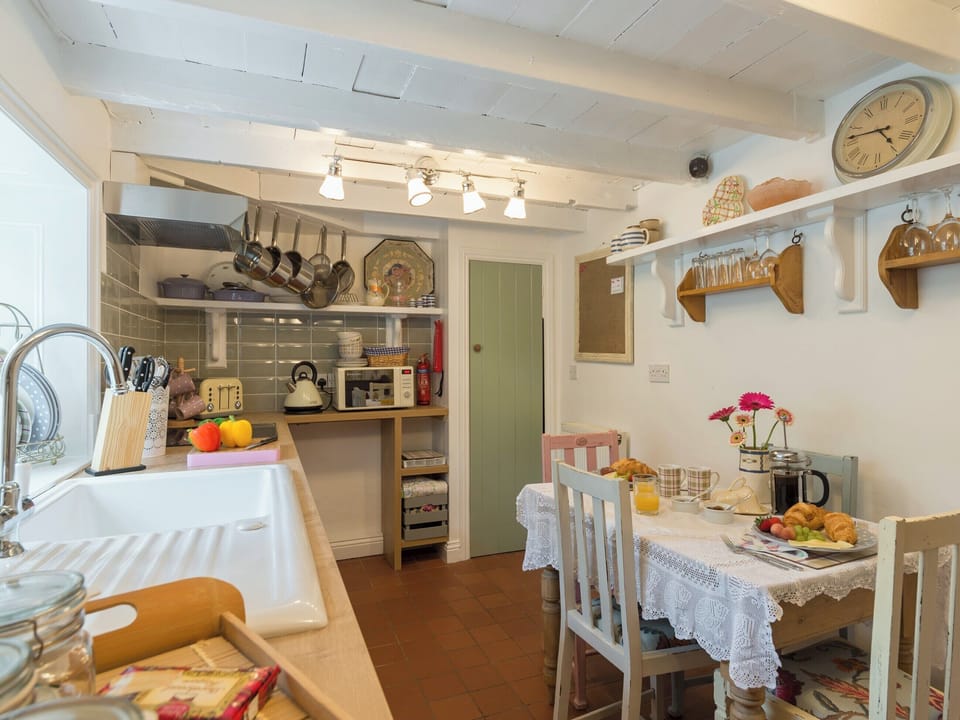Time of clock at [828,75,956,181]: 4:46
